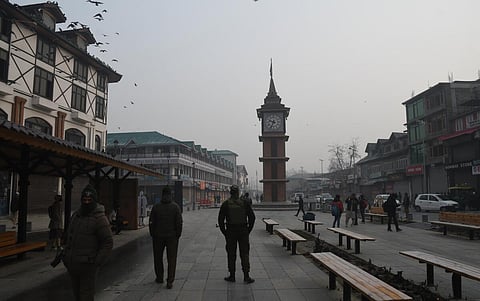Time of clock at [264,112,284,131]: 9:34
